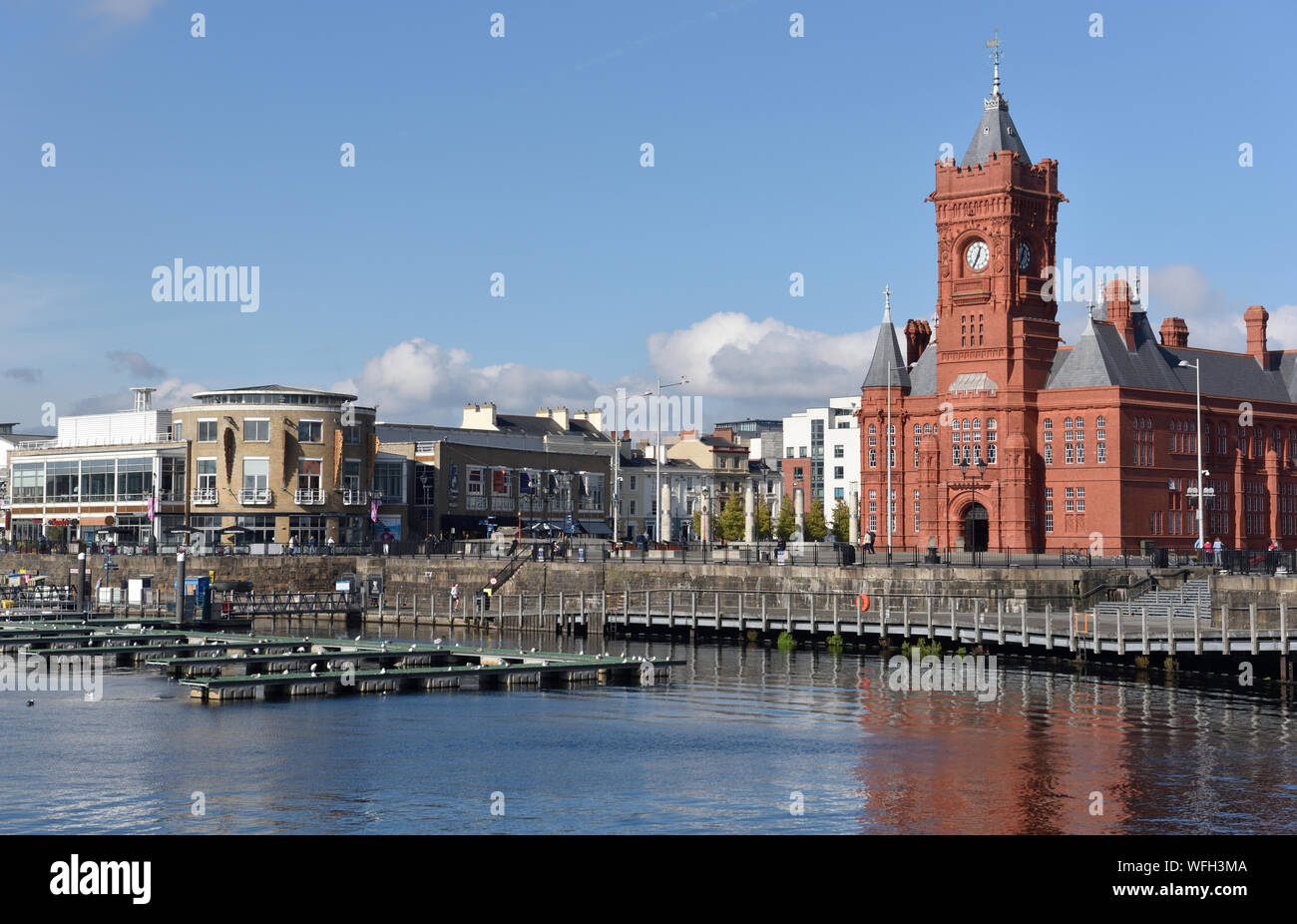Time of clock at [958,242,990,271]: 12:34
